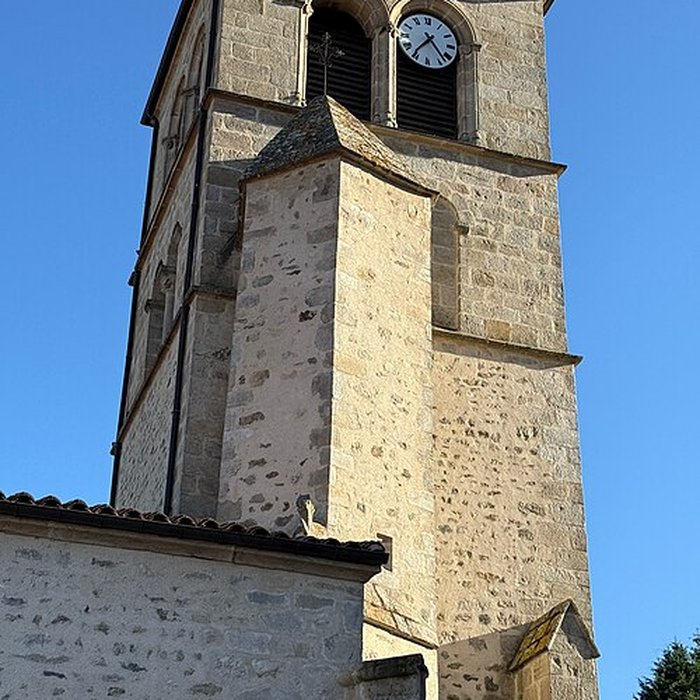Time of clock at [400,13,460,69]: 7:23
